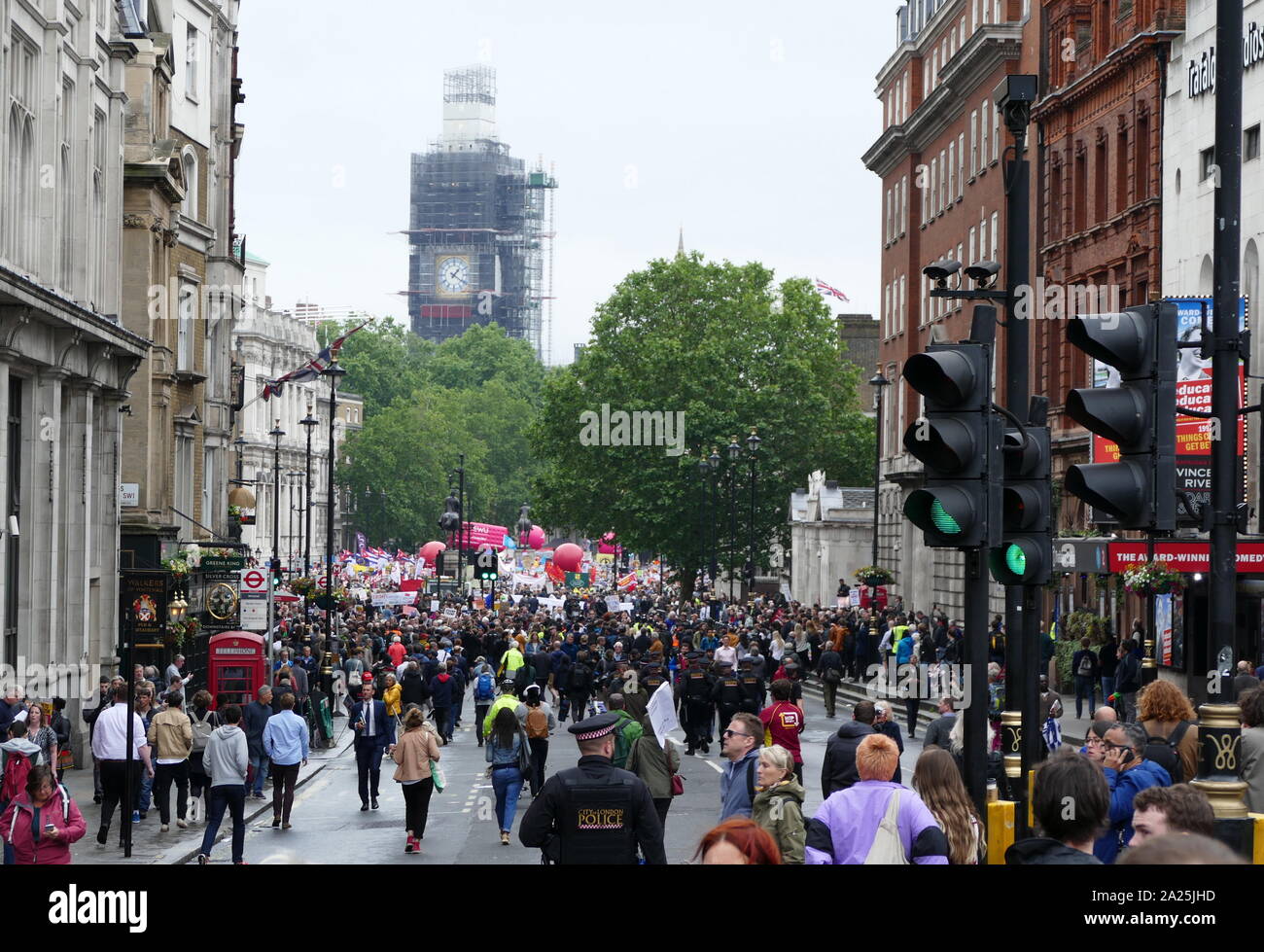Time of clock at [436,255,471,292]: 1:20
